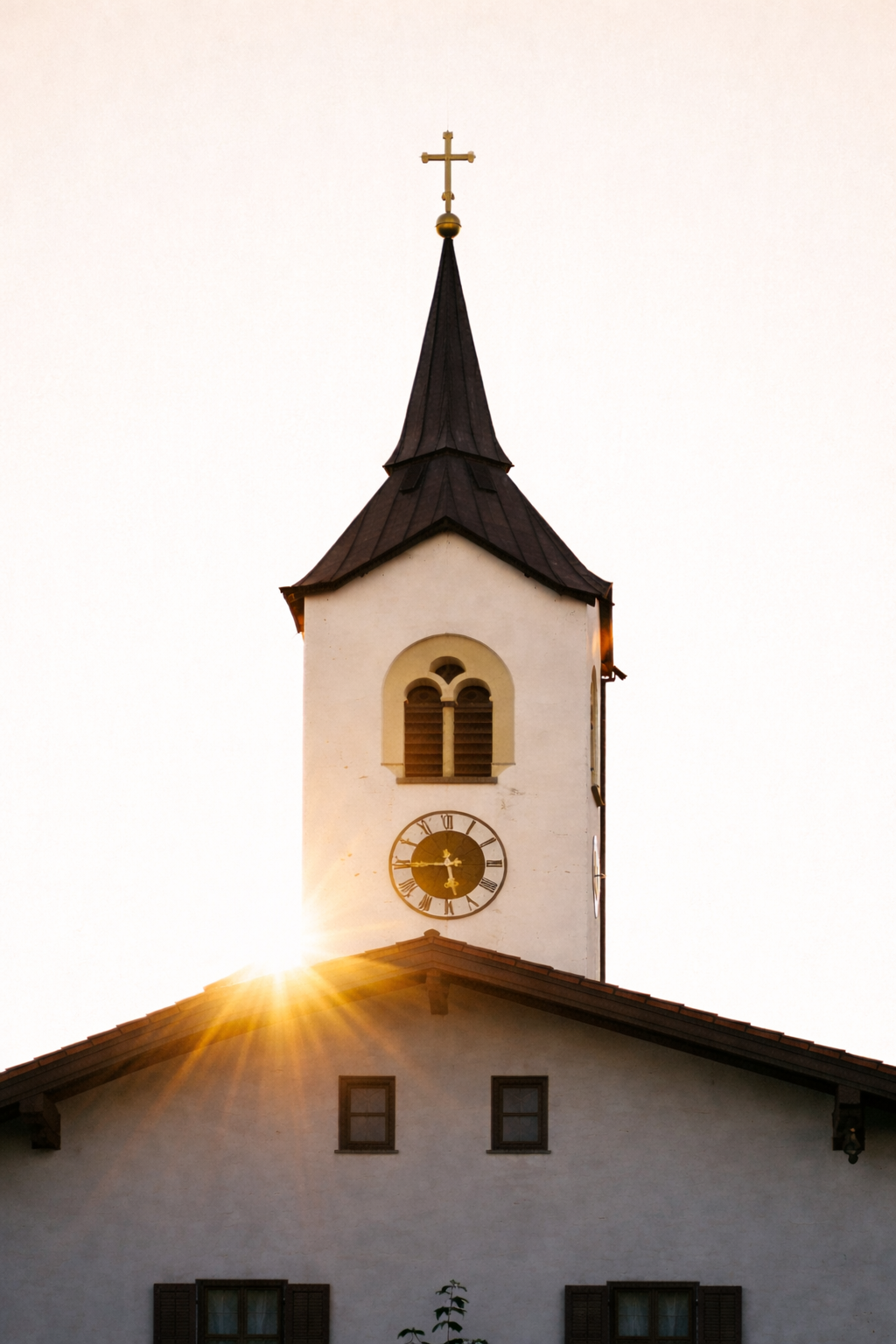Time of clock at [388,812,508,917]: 5:44
